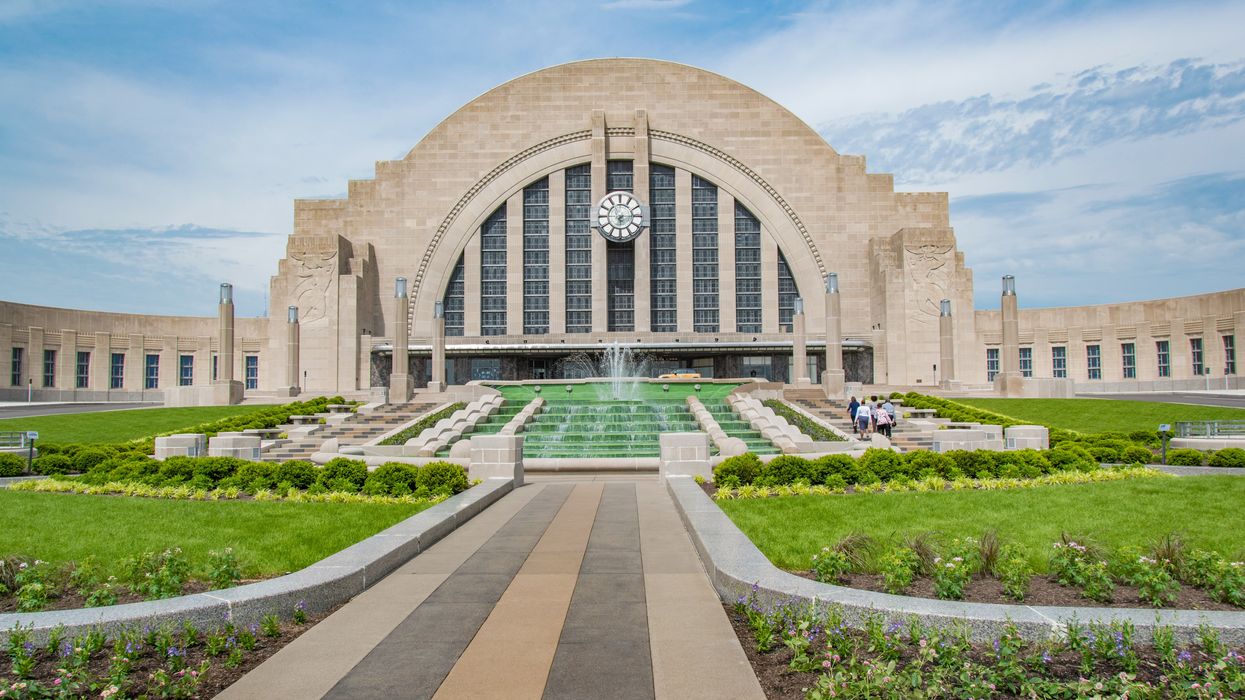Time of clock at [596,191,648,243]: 6:14
